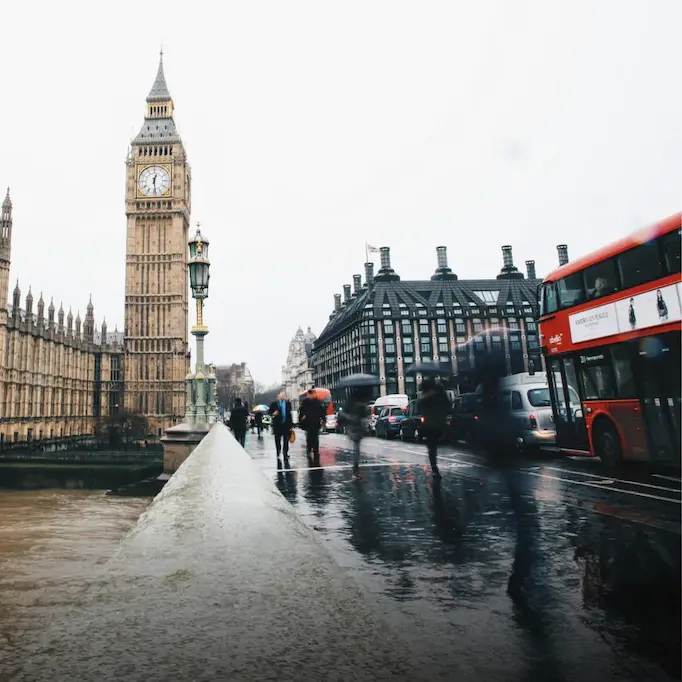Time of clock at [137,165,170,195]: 12:28
